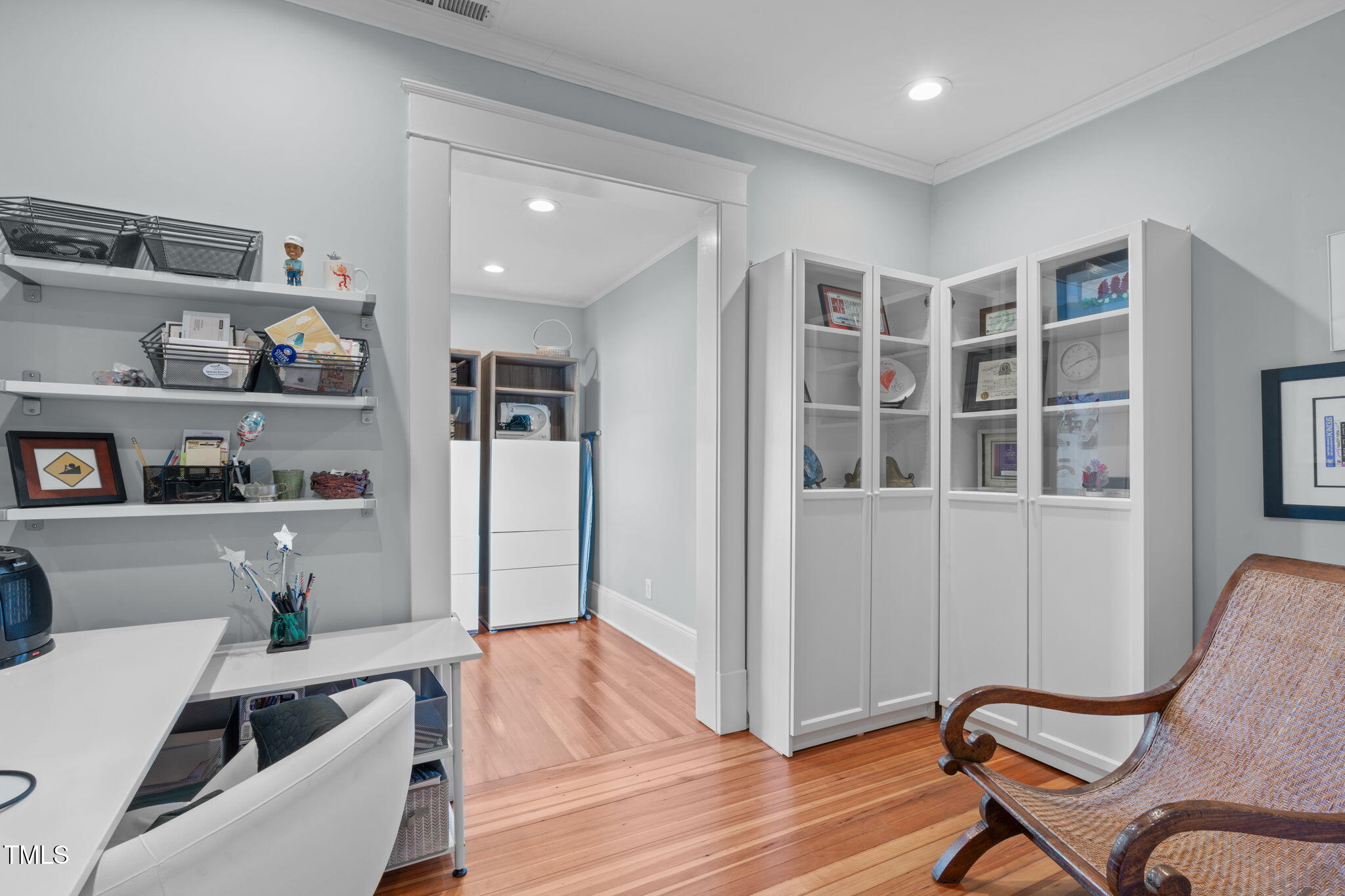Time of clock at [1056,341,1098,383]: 8:12
